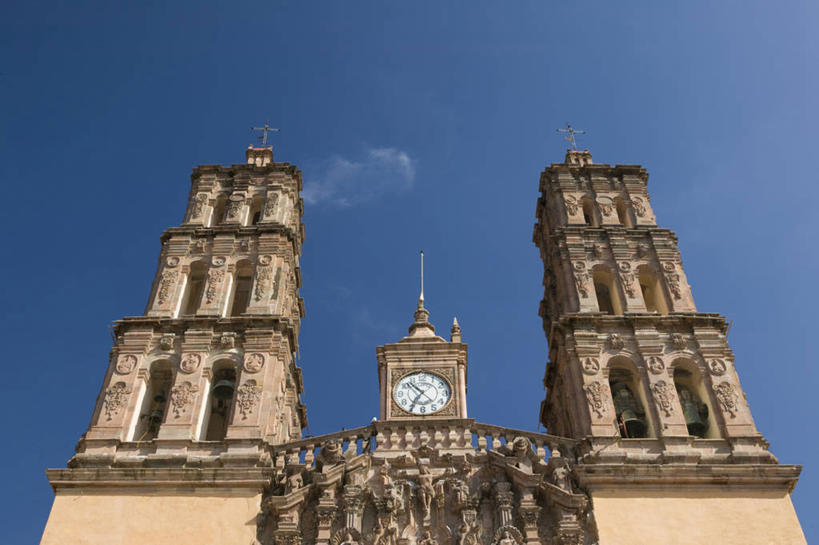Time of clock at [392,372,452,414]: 10:35
